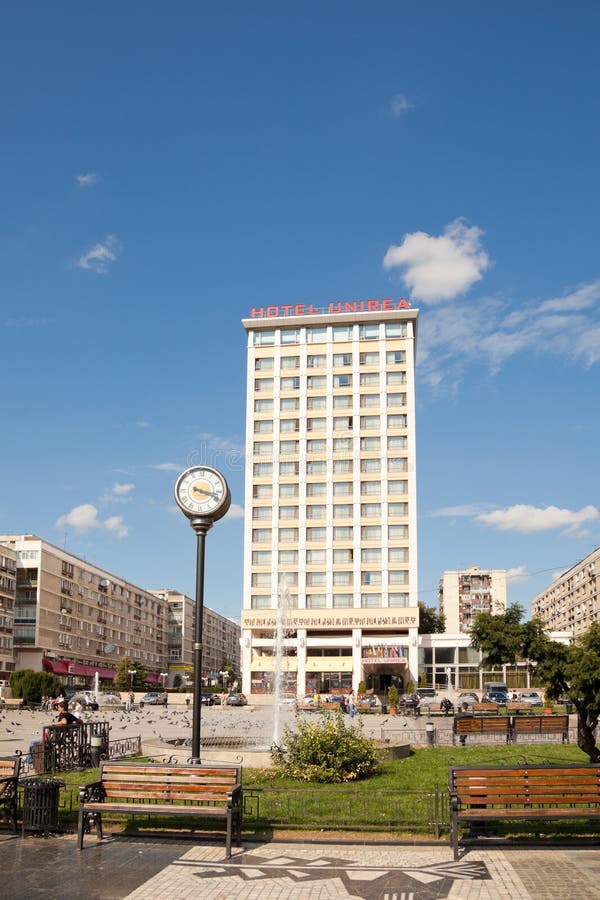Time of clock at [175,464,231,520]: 3:18
